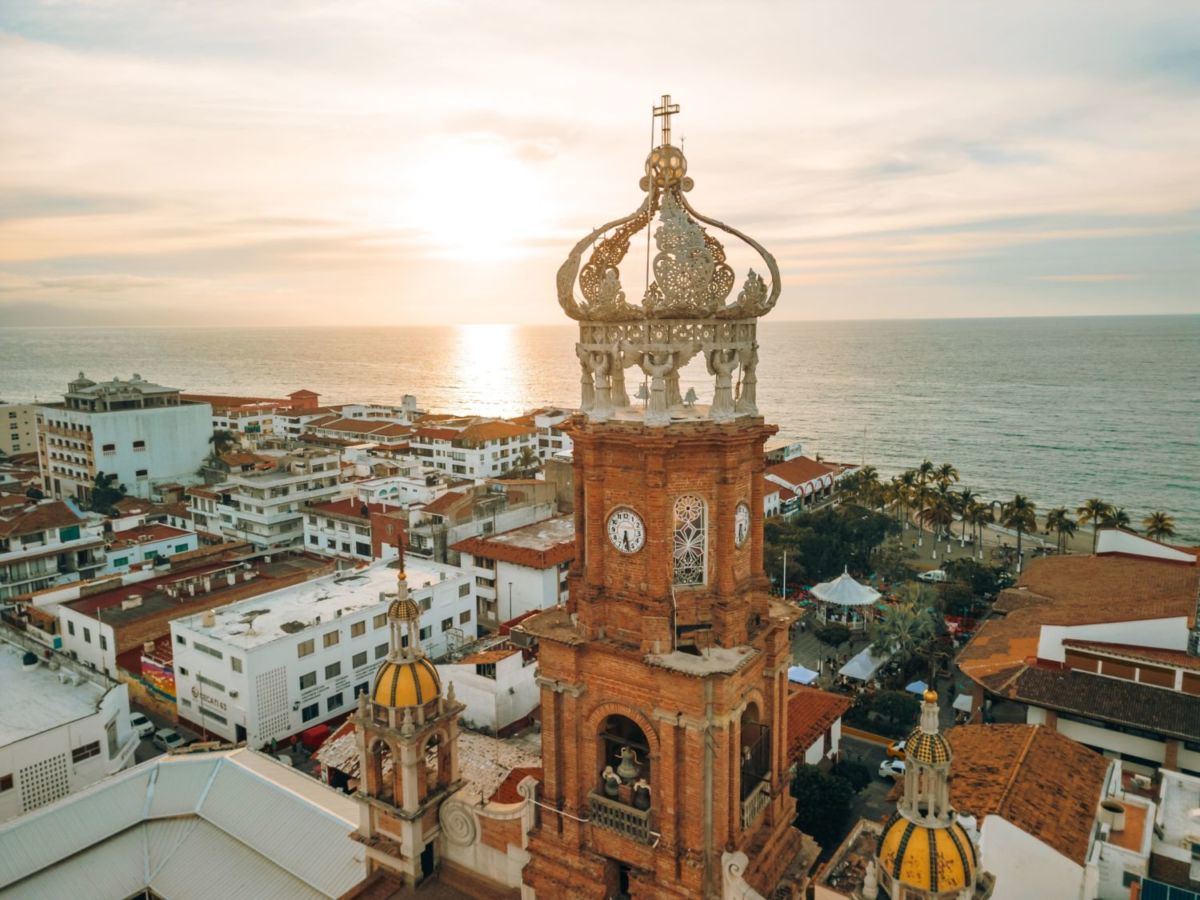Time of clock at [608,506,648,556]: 6:28
